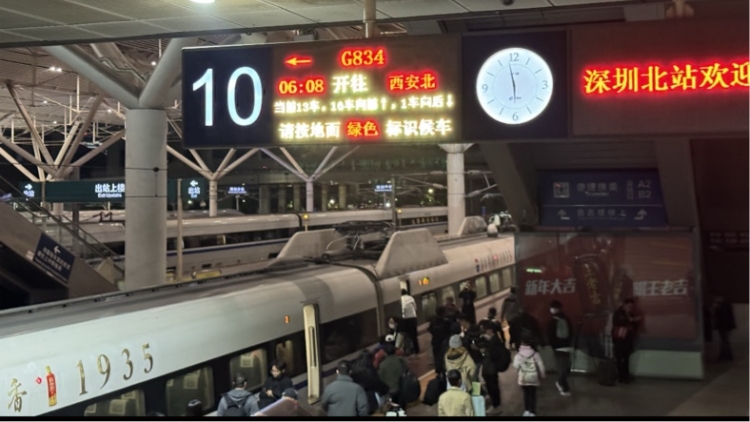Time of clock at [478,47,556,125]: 5:58
